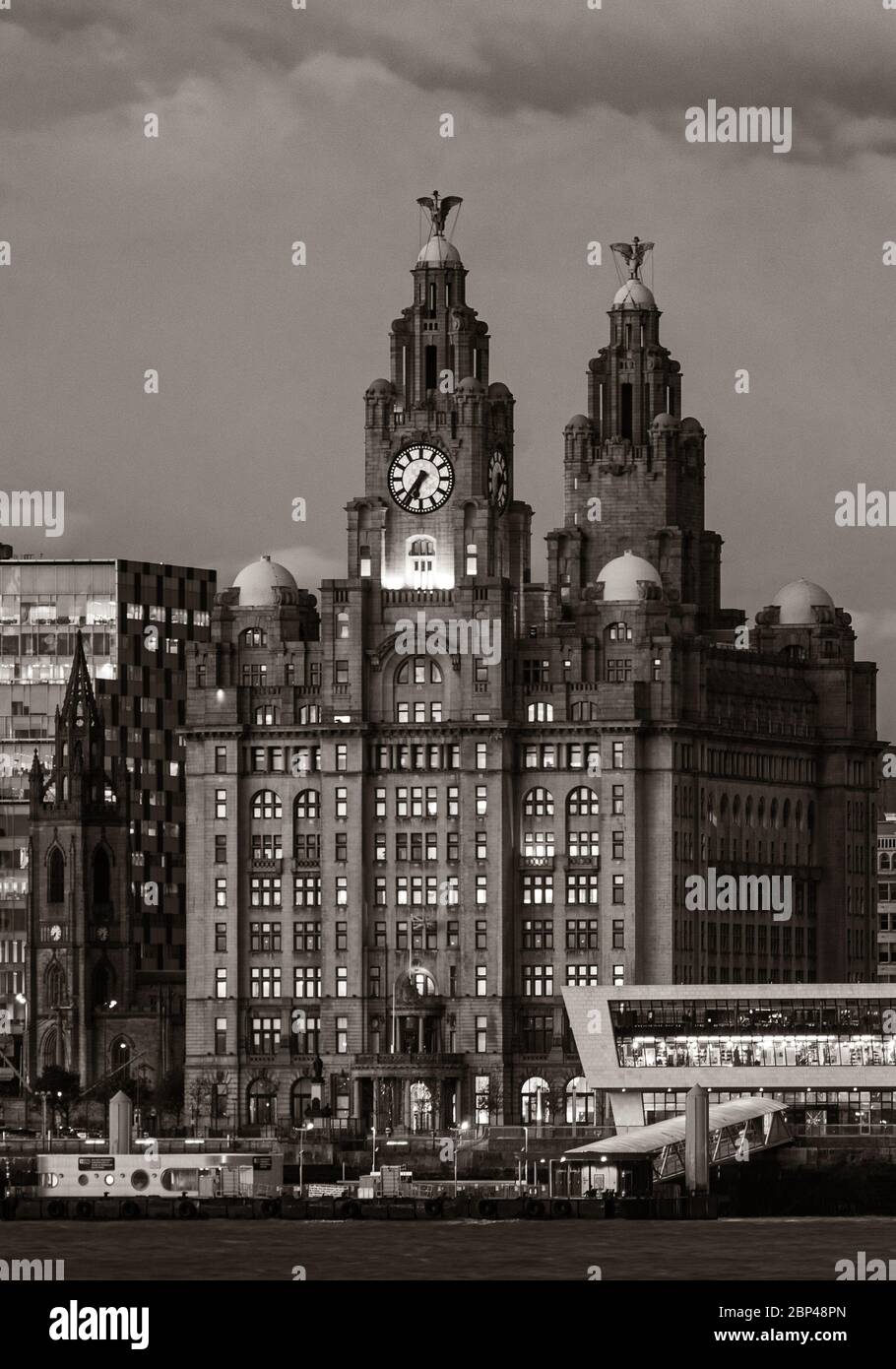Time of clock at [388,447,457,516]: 6:36
